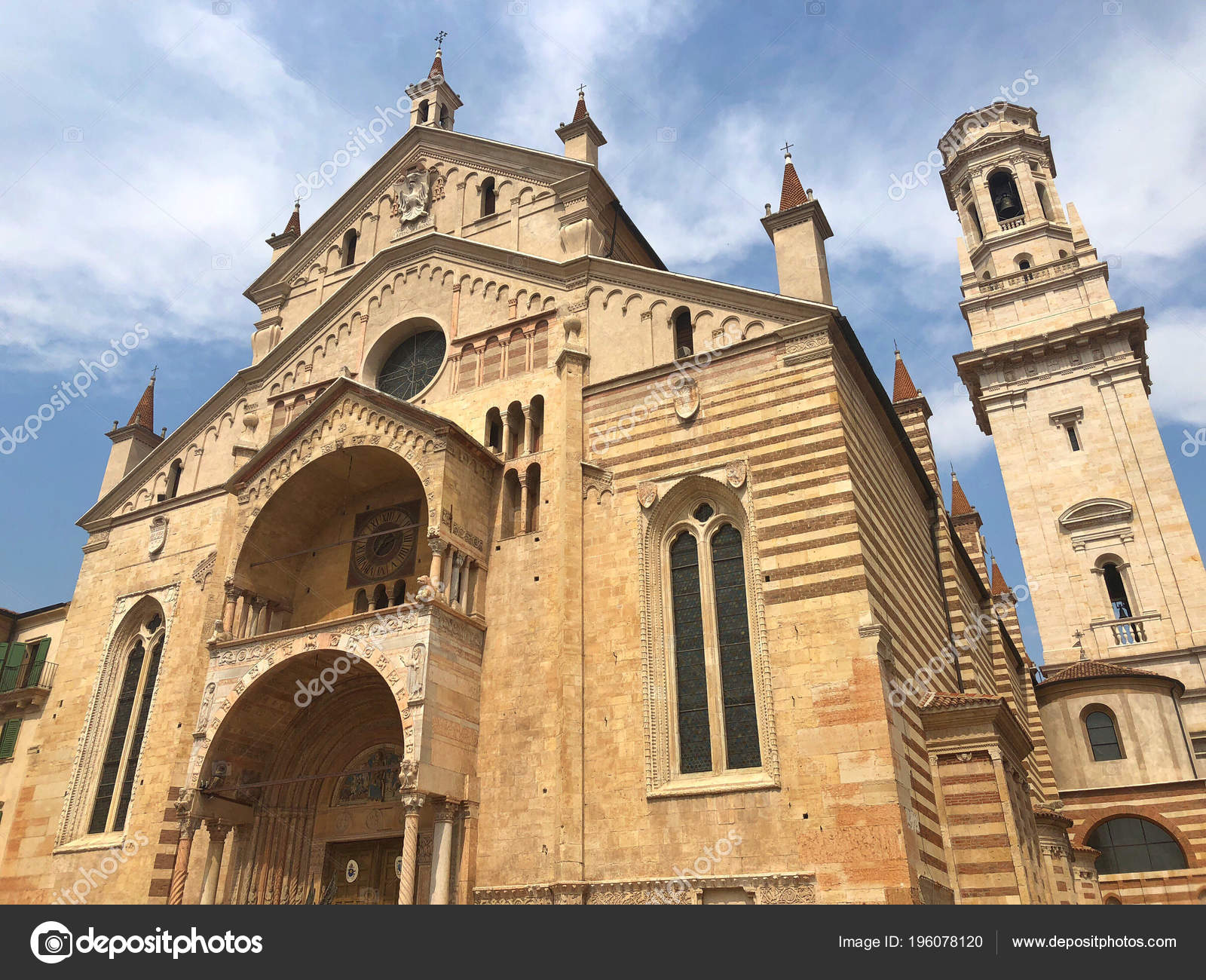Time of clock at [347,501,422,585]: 7:12
